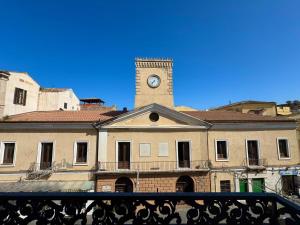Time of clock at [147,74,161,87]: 7:37
